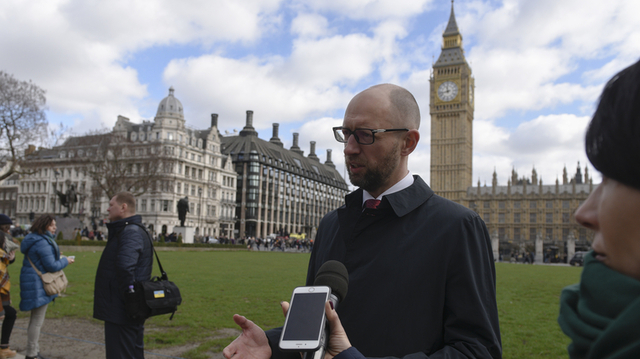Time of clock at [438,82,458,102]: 11:42
